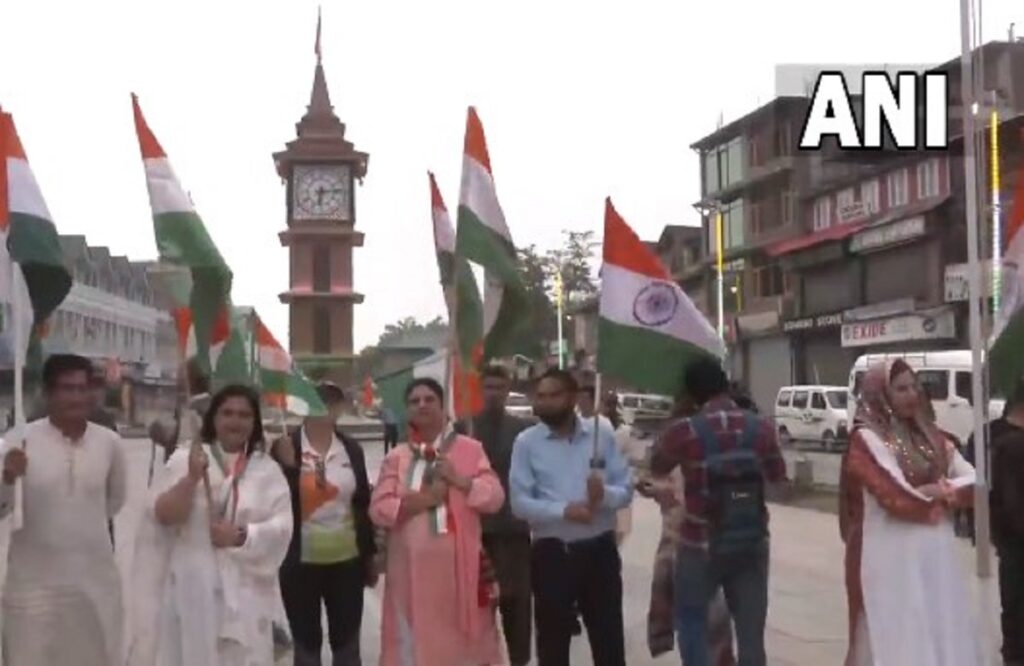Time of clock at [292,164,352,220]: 6:13
